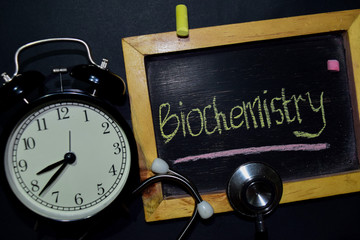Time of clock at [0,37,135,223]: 8:38
